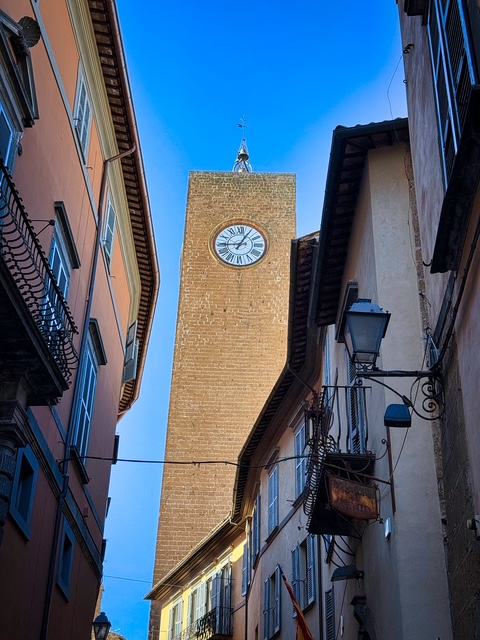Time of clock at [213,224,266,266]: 9:04
